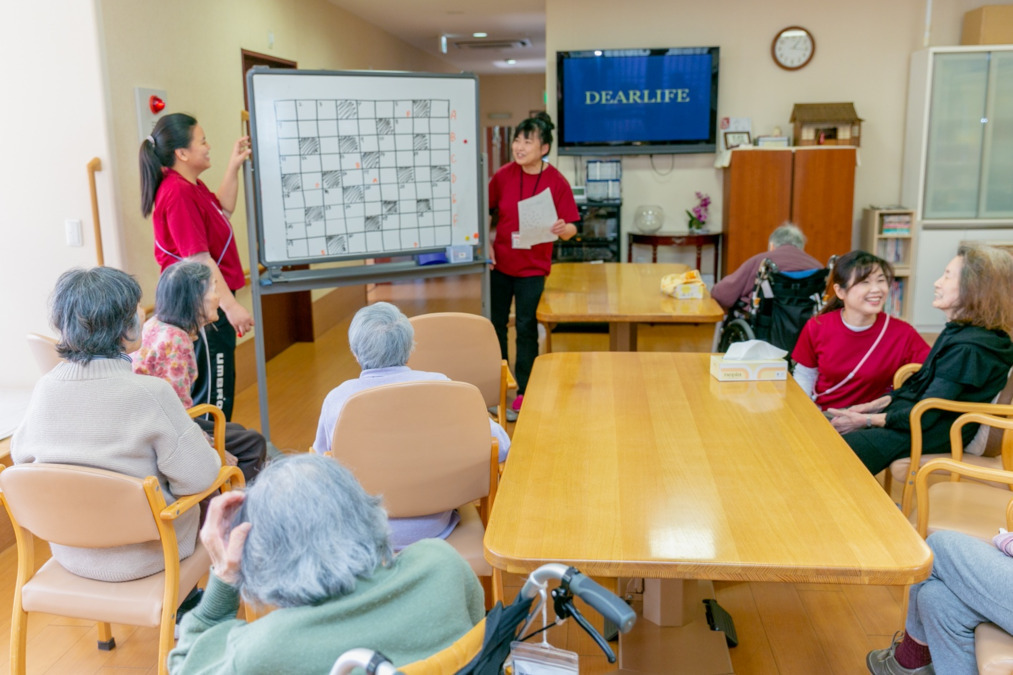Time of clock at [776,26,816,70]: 1:16
